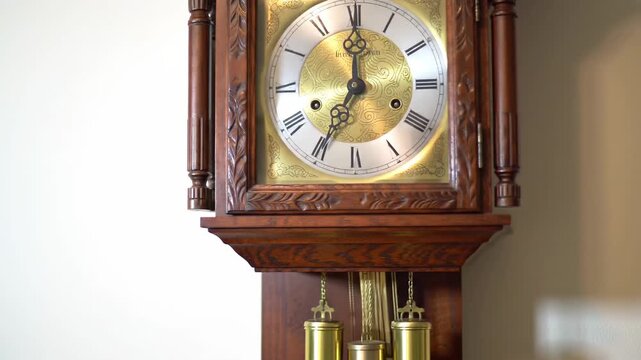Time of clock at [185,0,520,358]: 7:00
